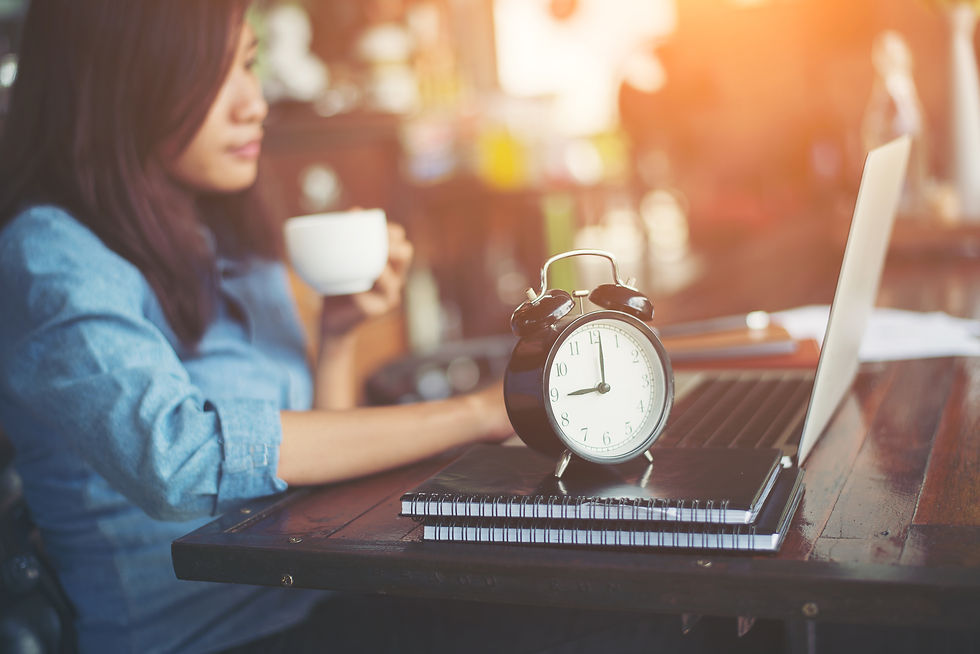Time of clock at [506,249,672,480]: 9:01
